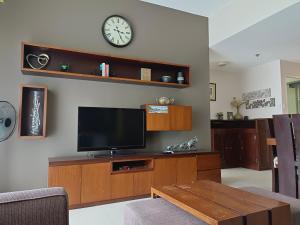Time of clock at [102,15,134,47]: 3:26
